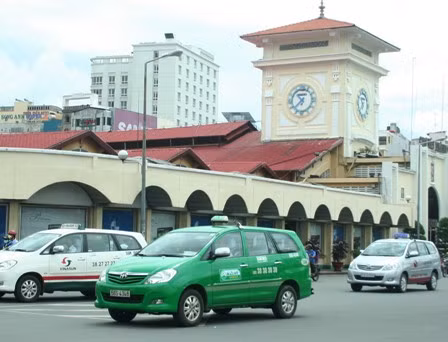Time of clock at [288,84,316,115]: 10:37
